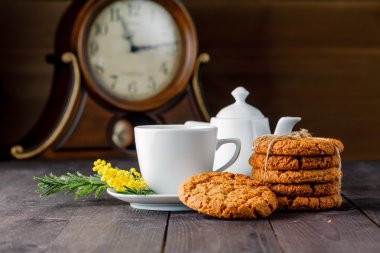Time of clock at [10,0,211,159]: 2:56
